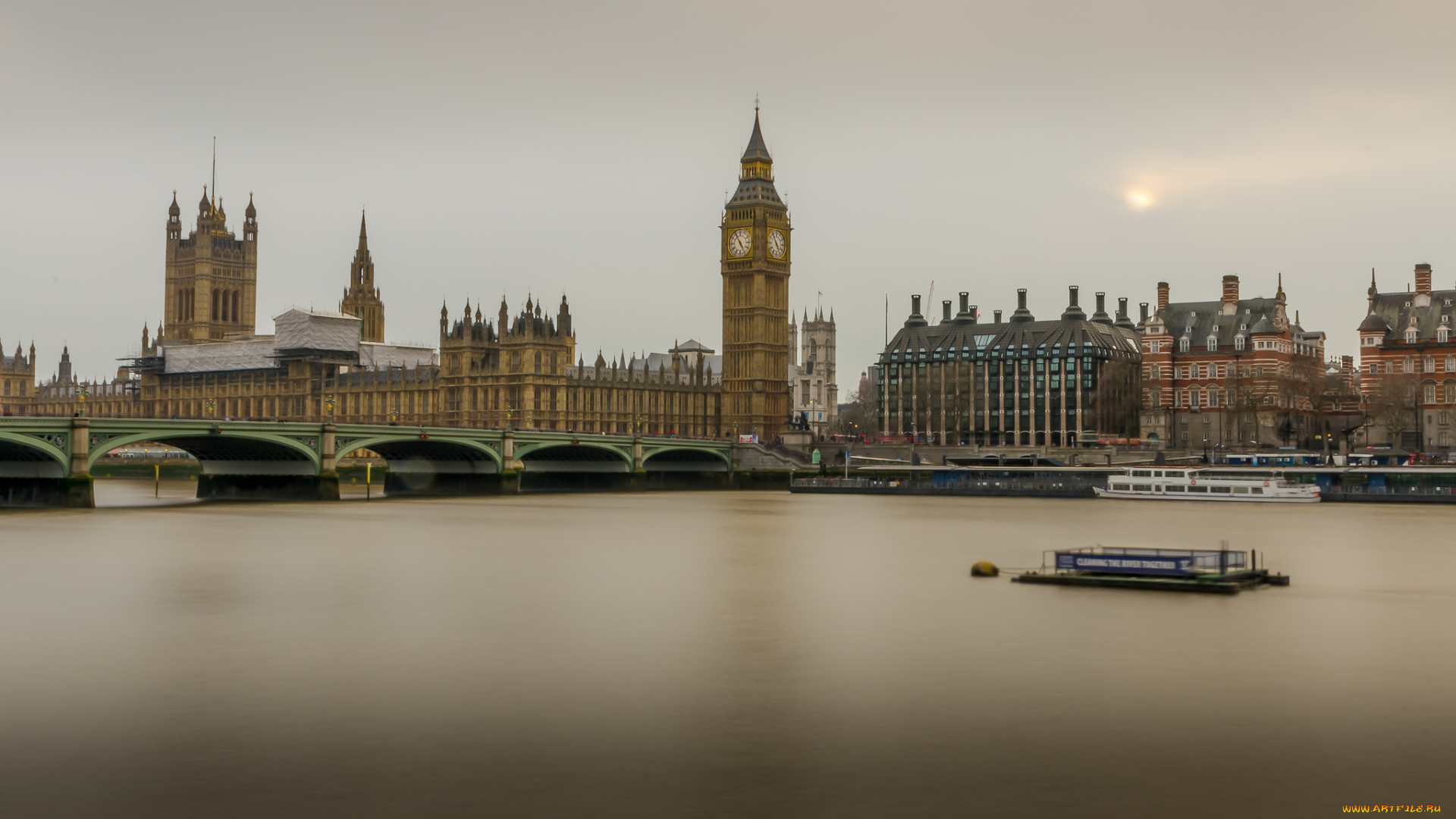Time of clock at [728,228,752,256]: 4:54
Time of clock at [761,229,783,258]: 4:54
